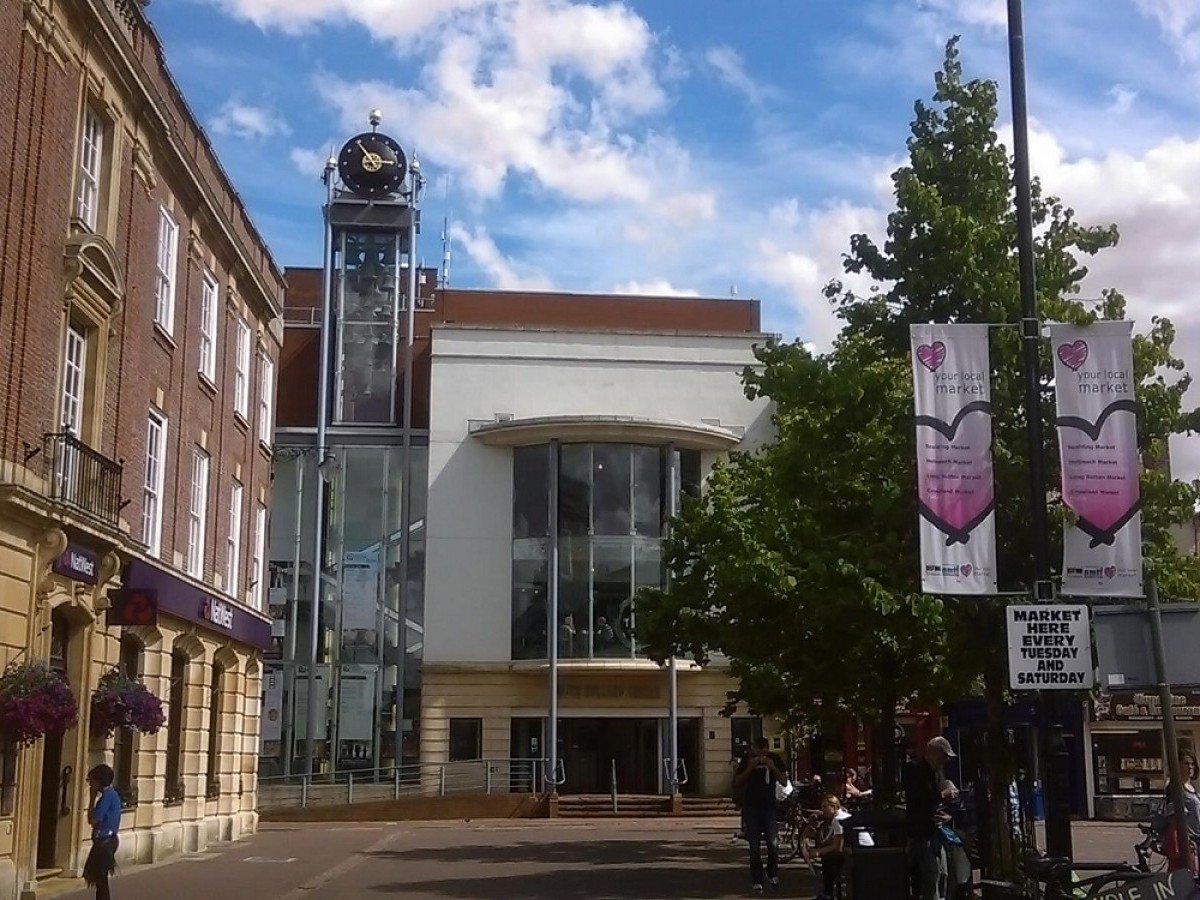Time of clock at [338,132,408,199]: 2:54
